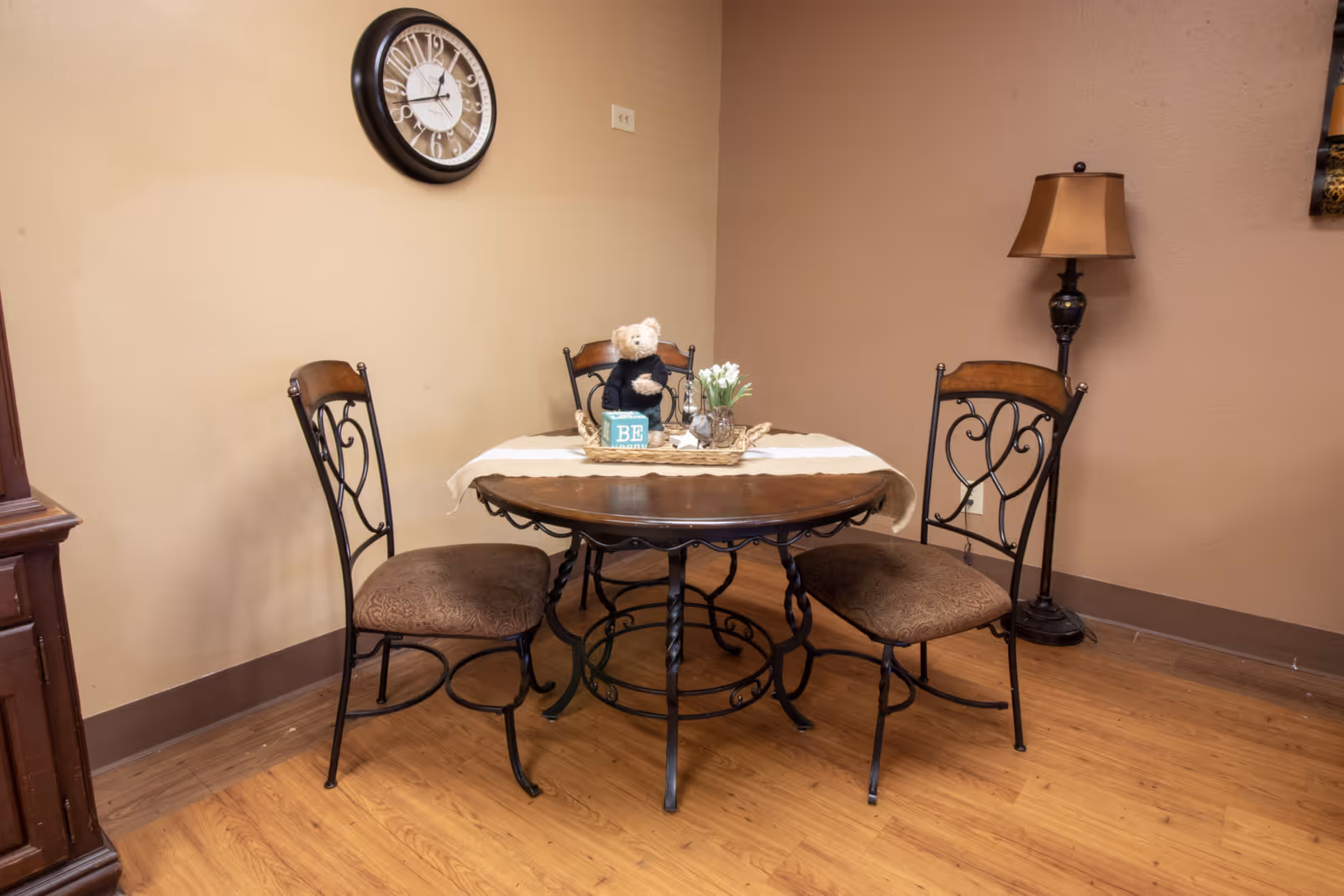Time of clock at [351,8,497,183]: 12:42
